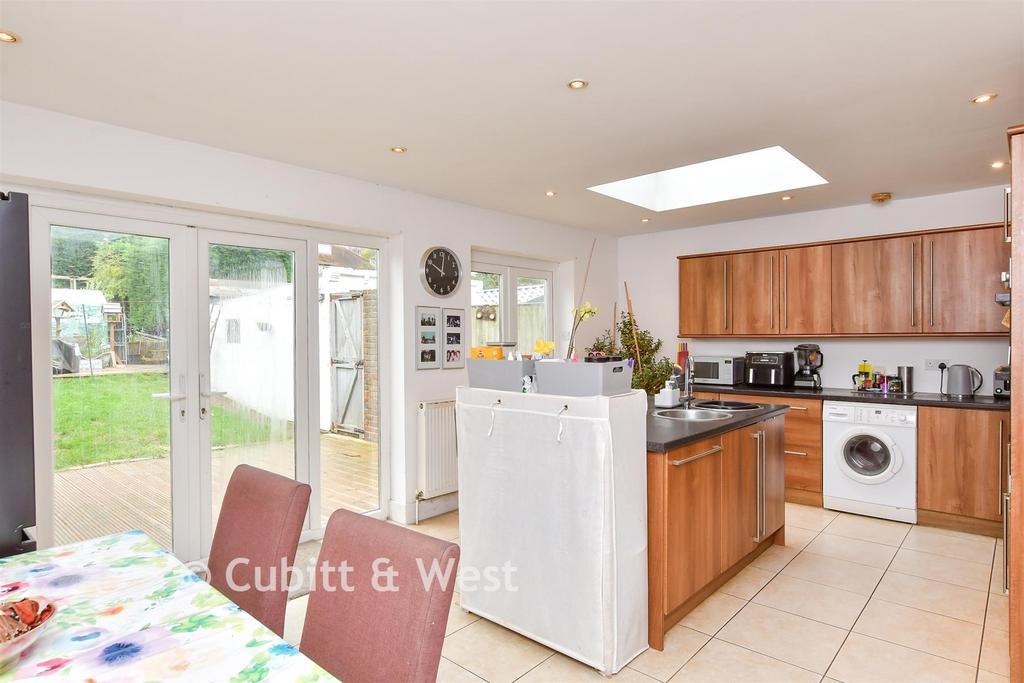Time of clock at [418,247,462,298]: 10:01
